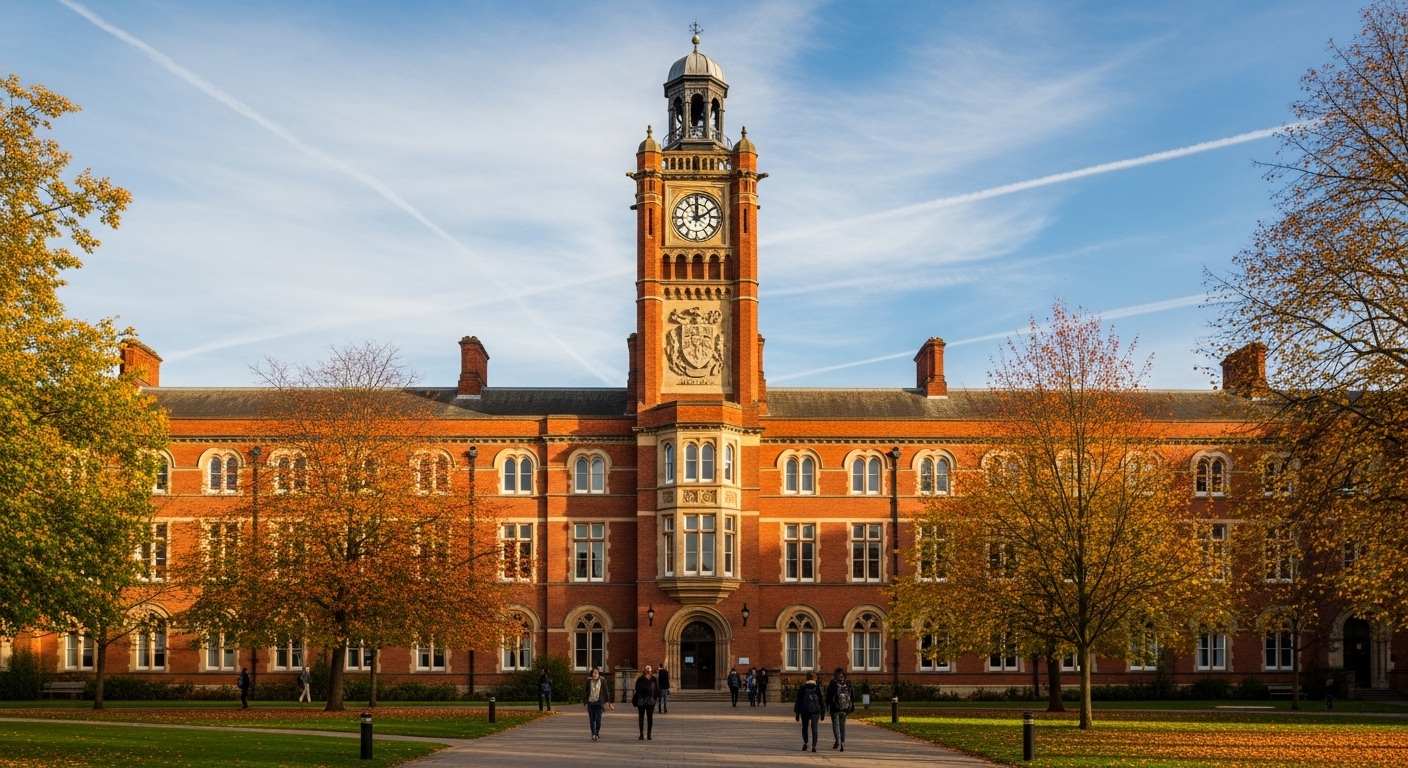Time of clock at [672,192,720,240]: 1:59
